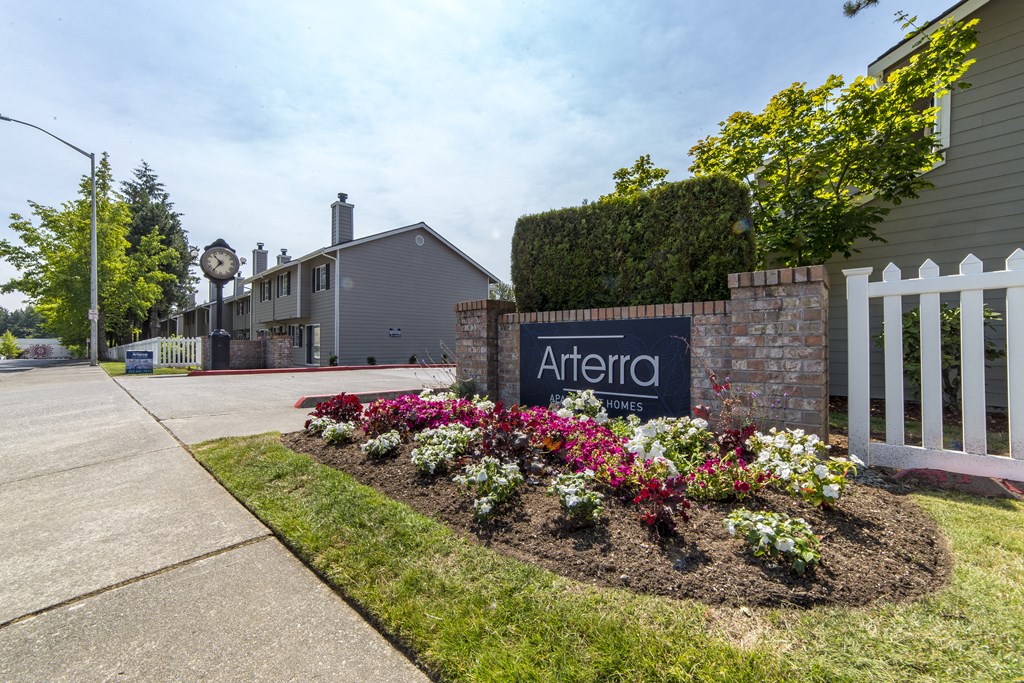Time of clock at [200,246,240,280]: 10:36
